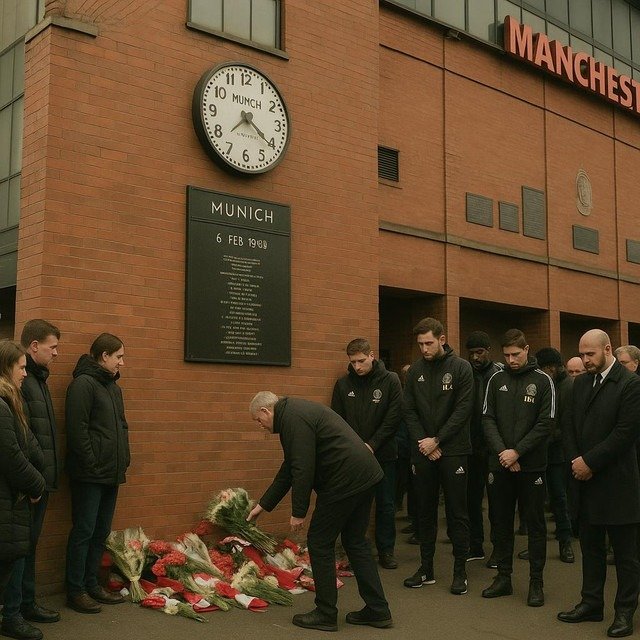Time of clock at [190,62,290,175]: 7:20
